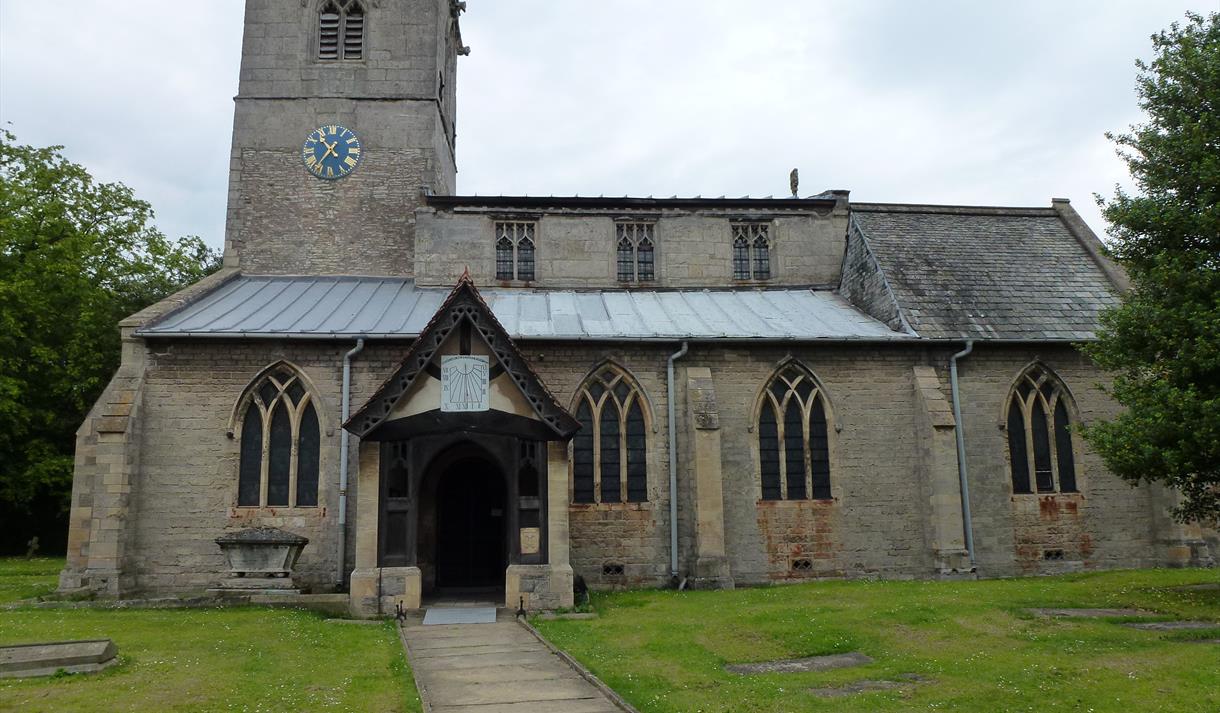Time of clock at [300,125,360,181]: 10:36
